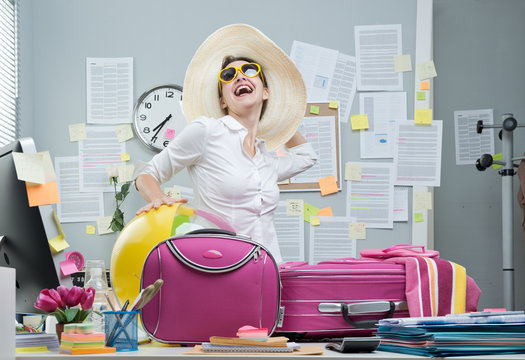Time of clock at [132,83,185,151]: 7:35
